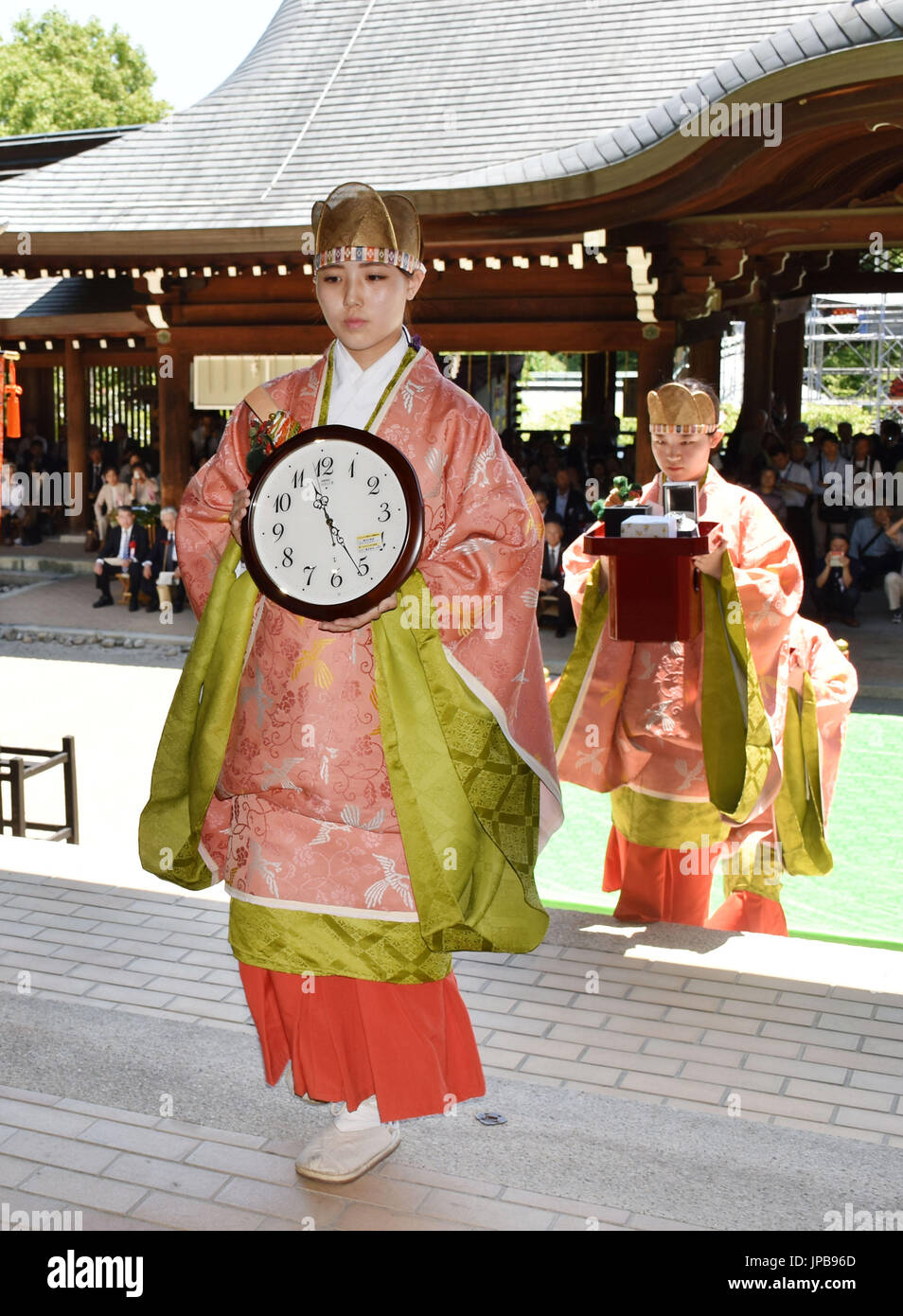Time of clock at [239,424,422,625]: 11:25
